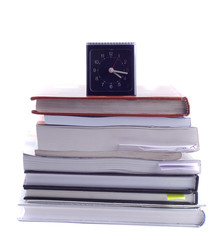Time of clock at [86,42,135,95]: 4:16
